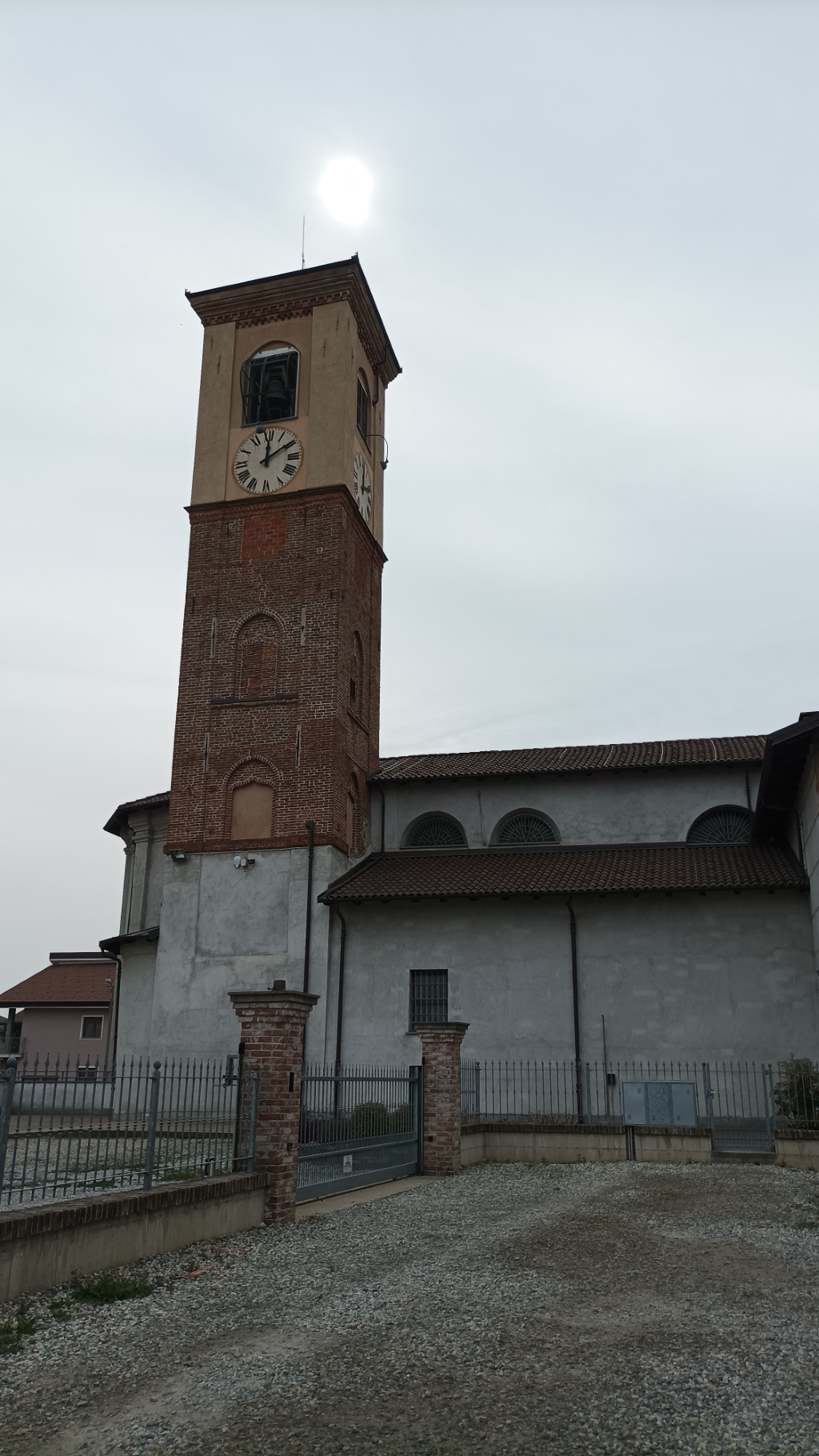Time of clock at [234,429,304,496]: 12:09
